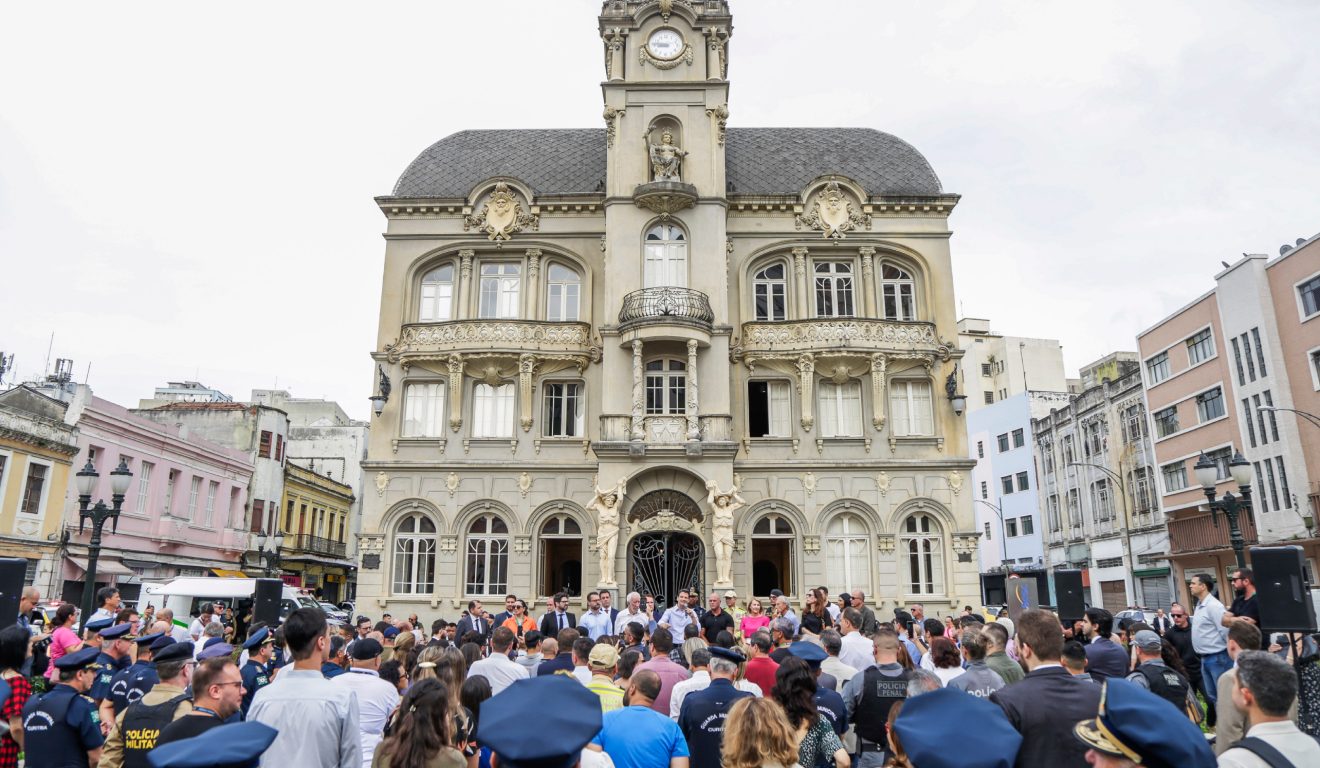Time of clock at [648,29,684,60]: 8:46
